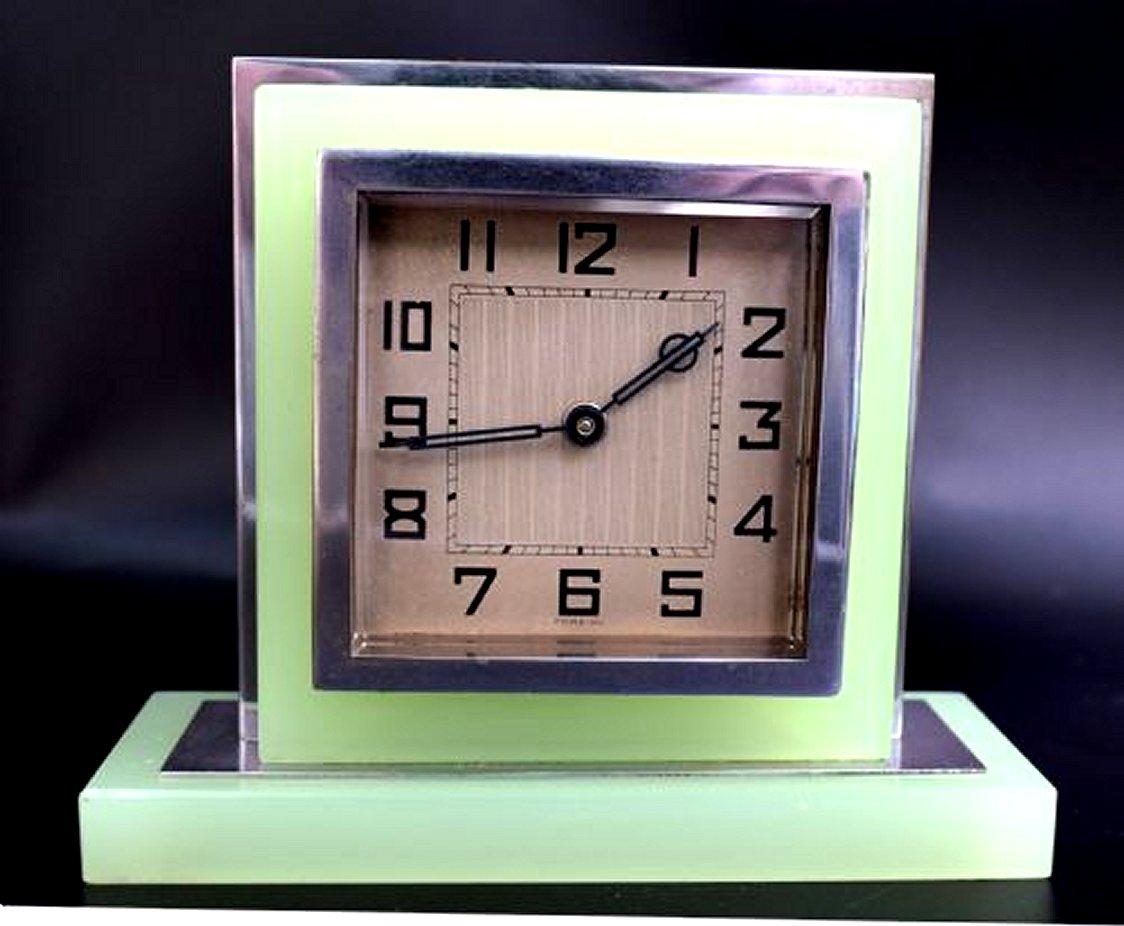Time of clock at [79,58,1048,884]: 1:43
